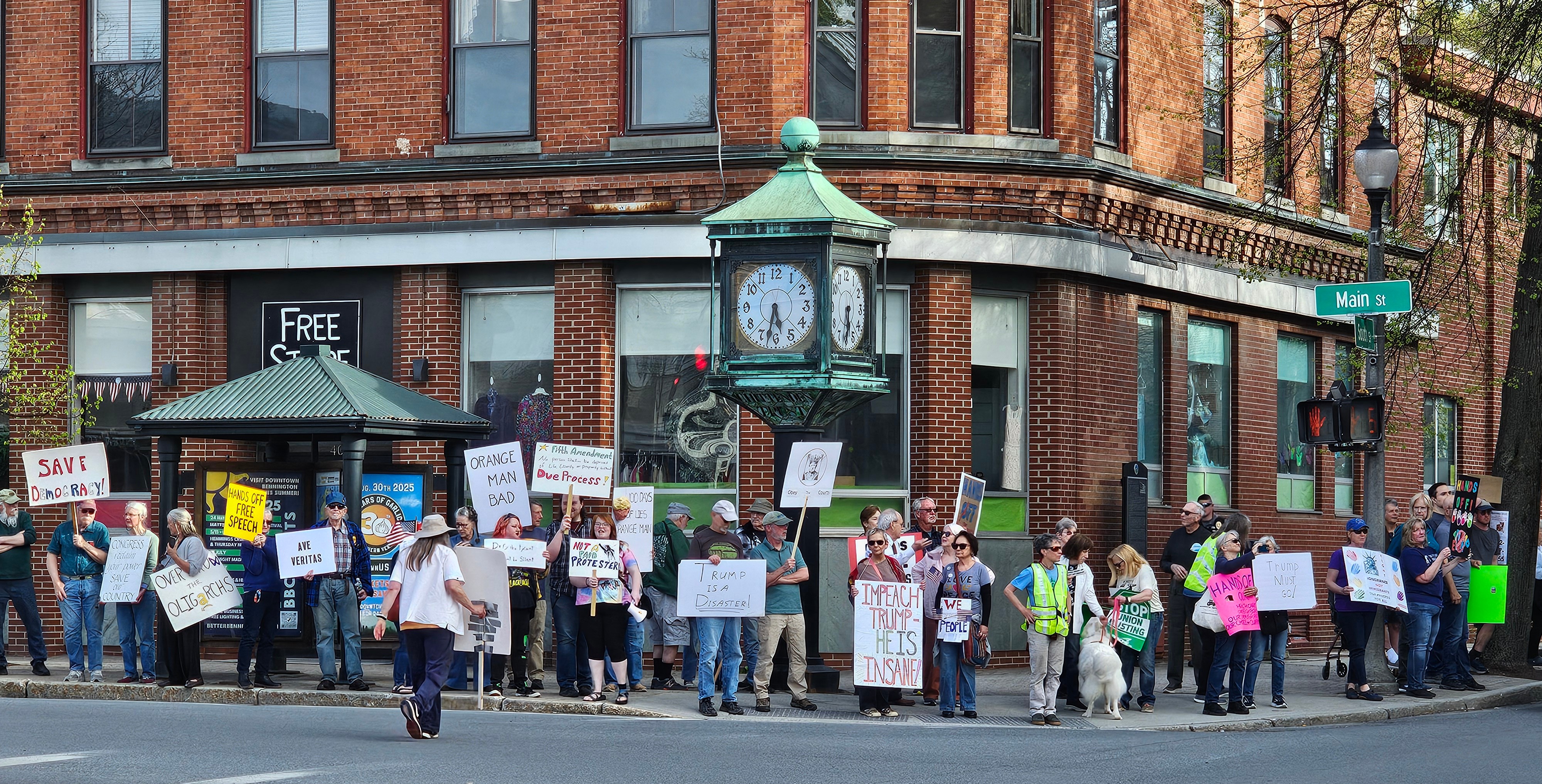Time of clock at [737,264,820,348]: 5:32
